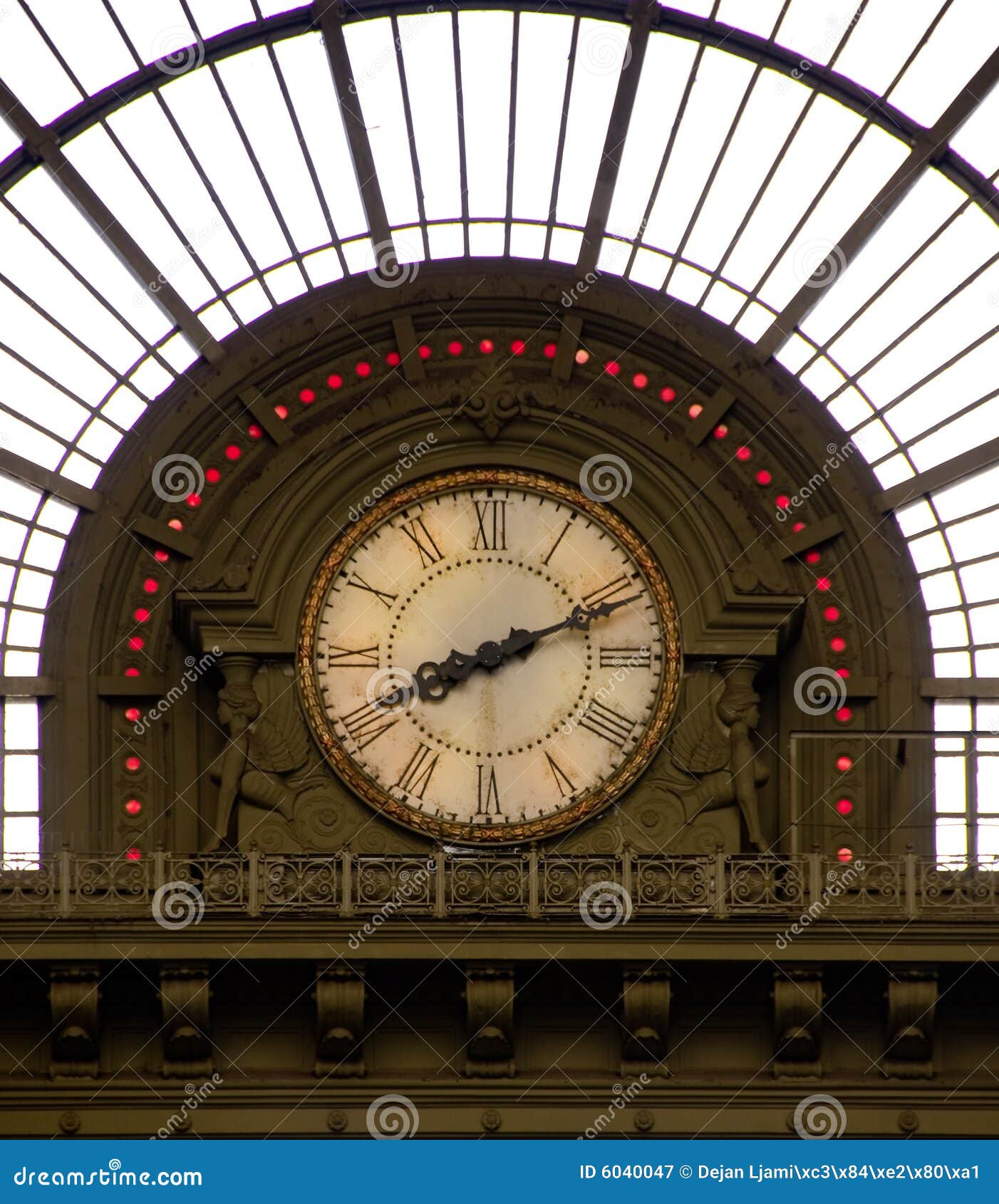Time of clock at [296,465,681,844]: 8:11
